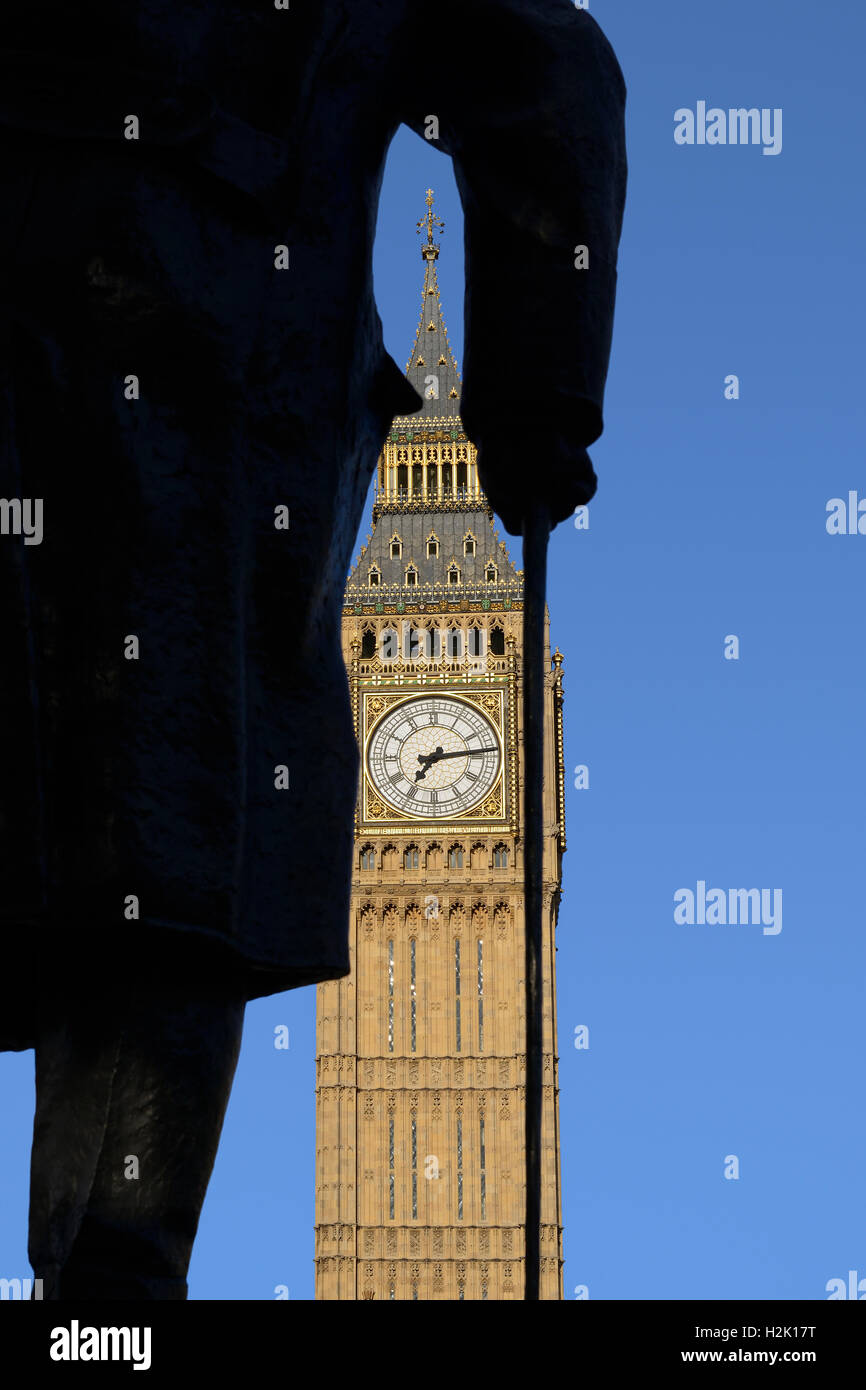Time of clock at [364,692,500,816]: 7:13
